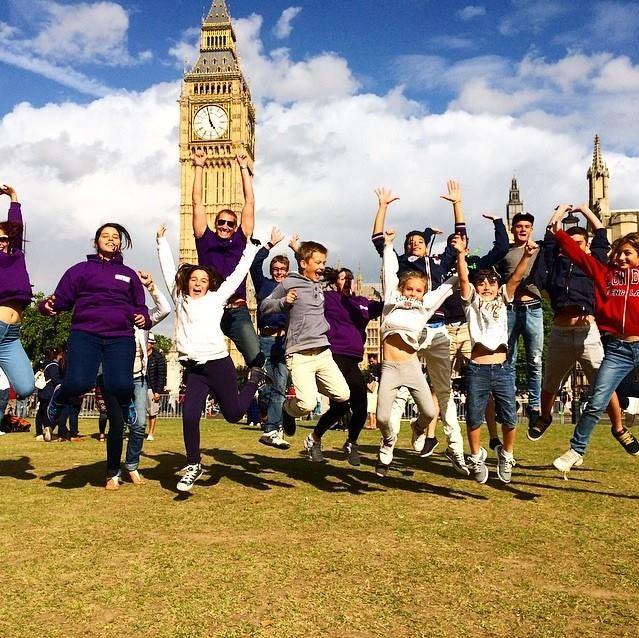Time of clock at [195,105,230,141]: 4:57
